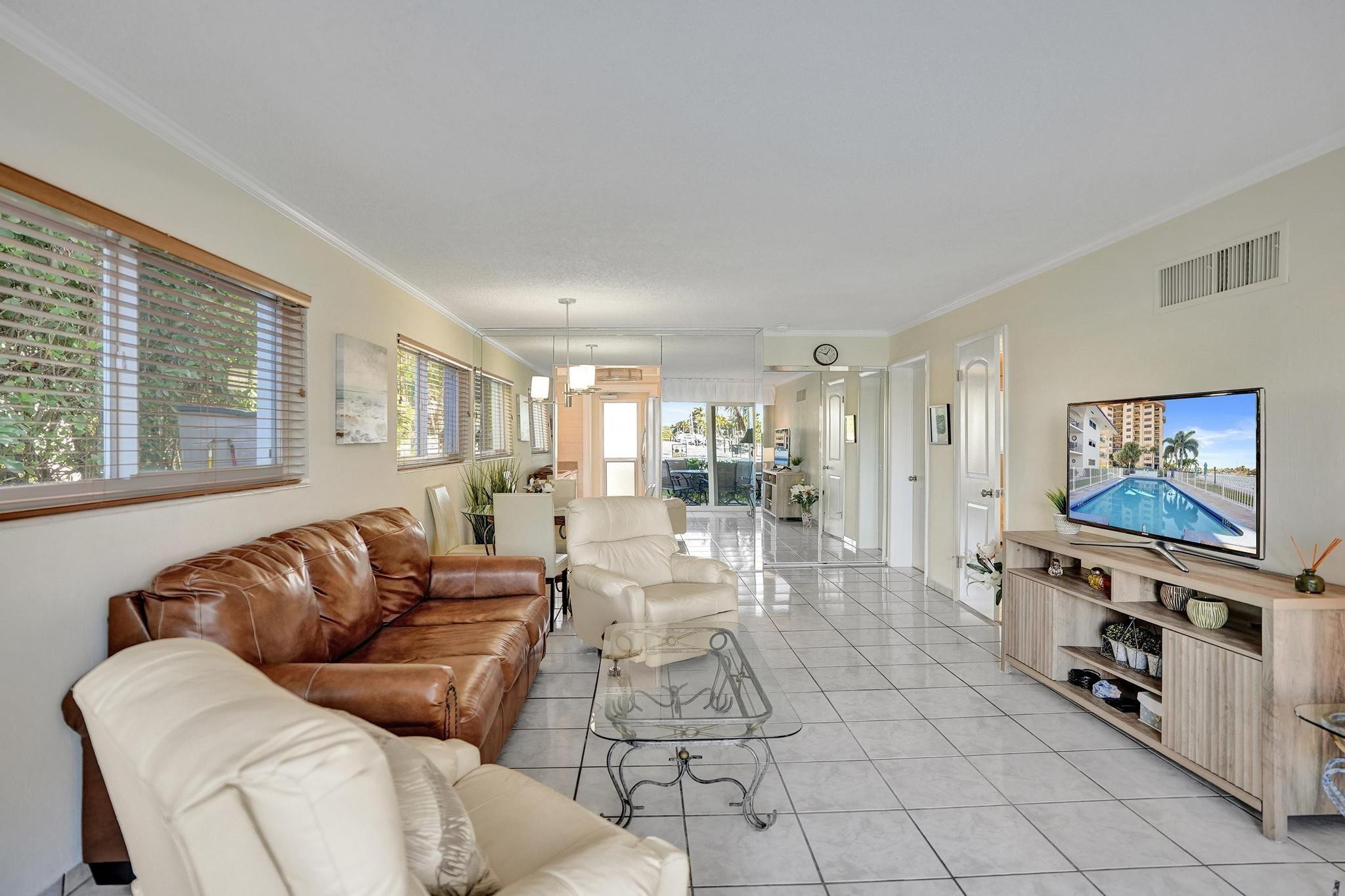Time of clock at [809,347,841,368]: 10:06
